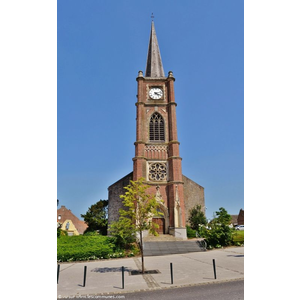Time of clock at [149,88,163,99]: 4:12
